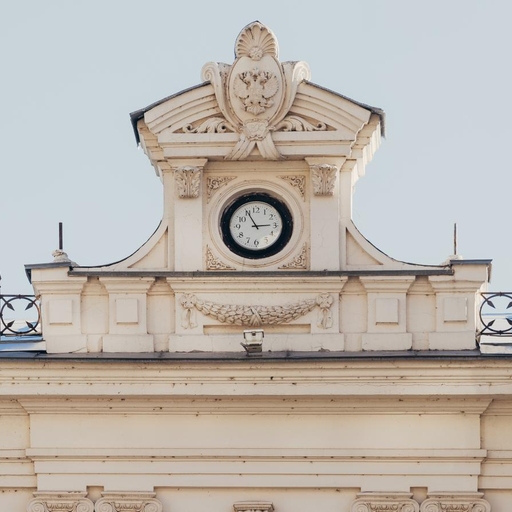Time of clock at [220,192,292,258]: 2:55
